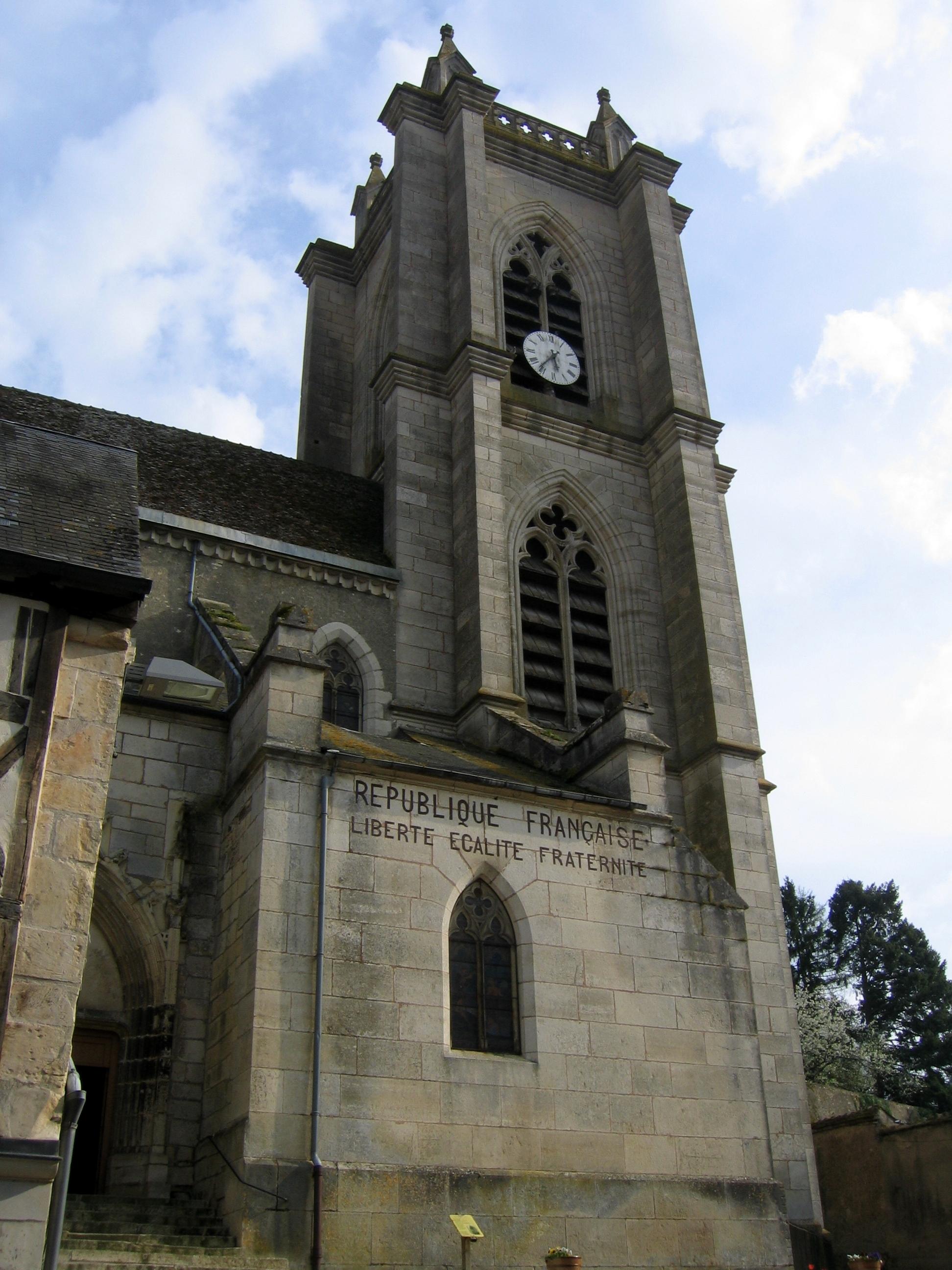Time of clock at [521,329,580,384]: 5:36
